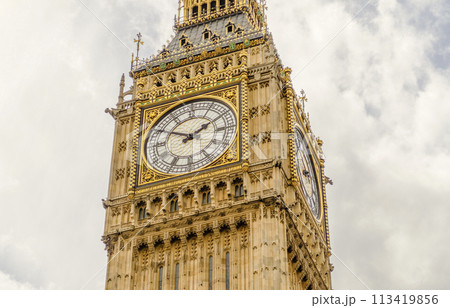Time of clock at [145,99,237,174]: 1:50
